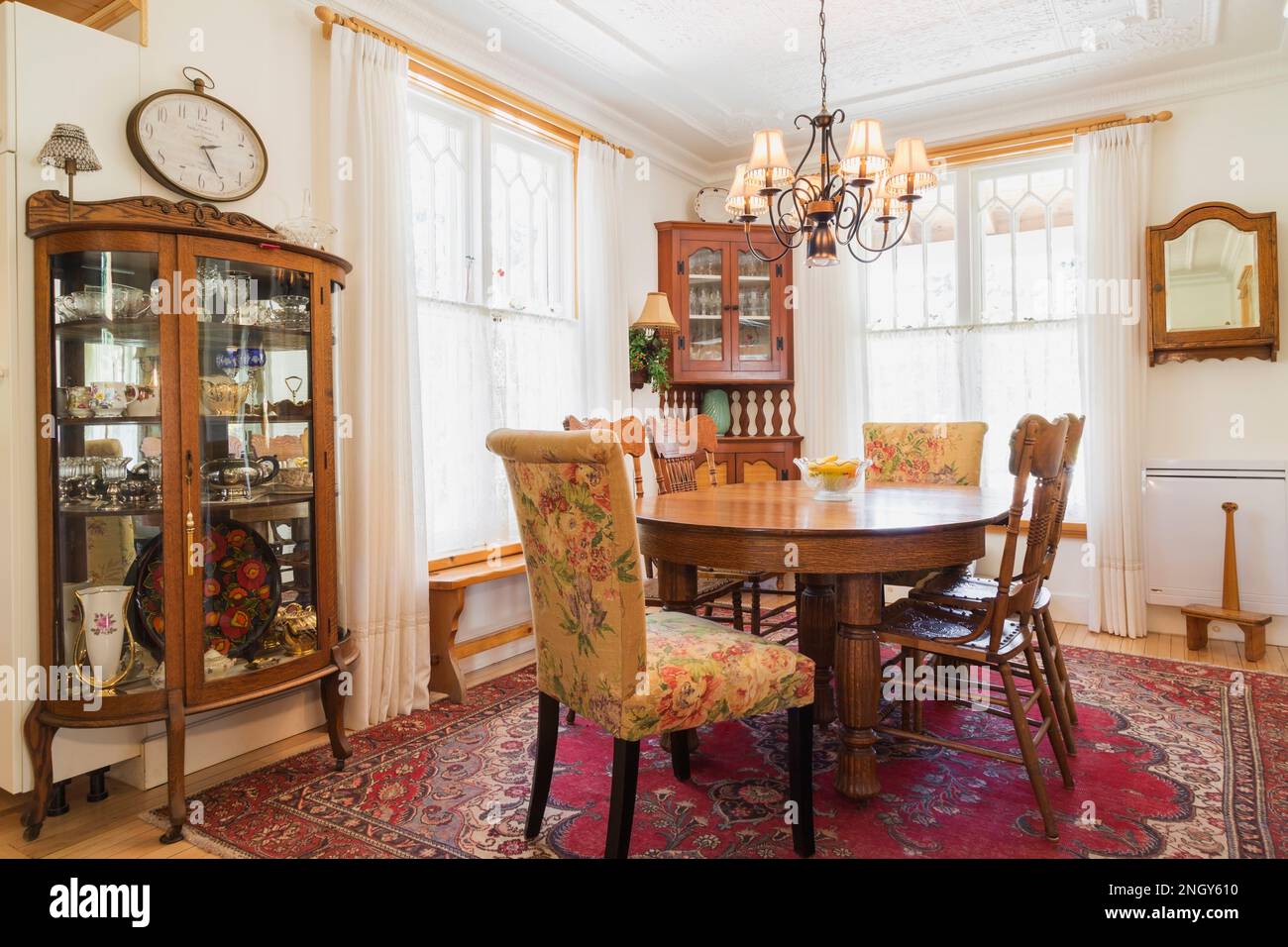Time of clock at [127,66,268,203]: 2:24
